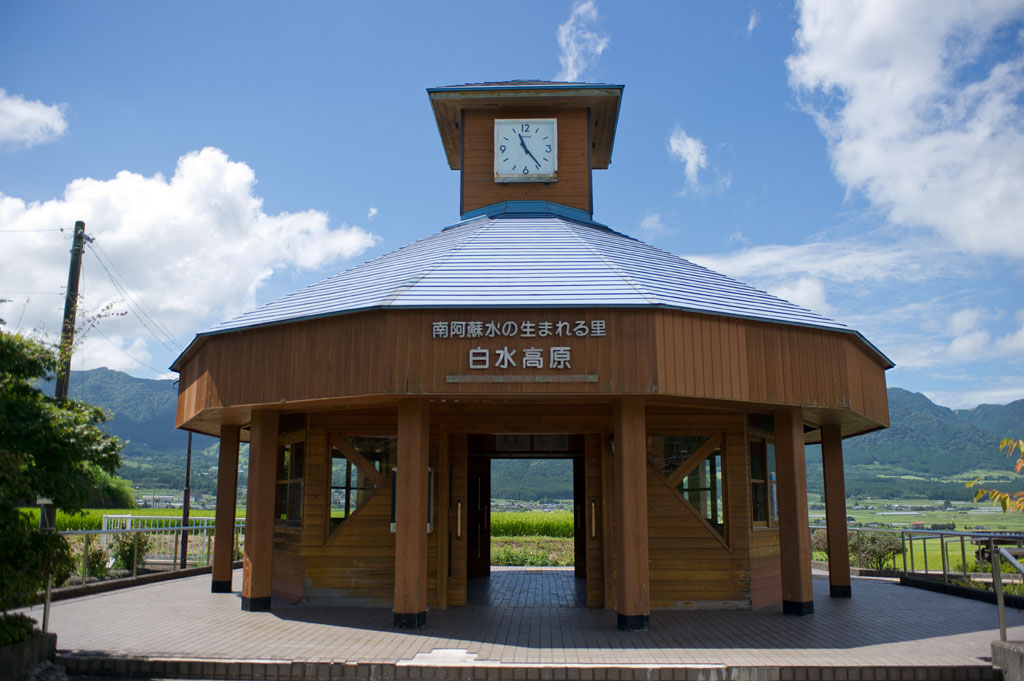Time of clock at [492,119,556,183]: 11:23
